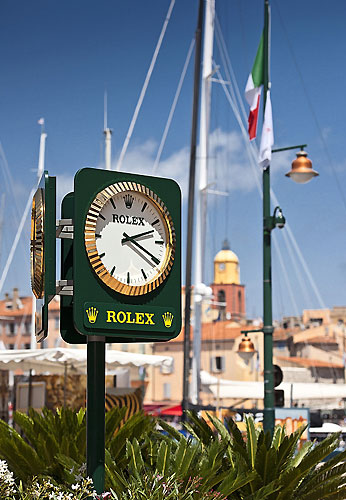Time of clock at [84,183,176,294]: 2:19
